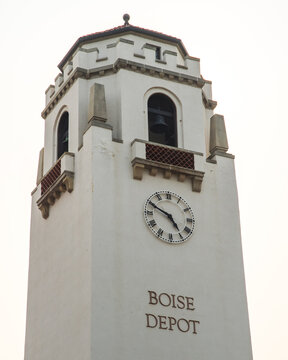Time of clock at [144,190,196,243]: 4:49
